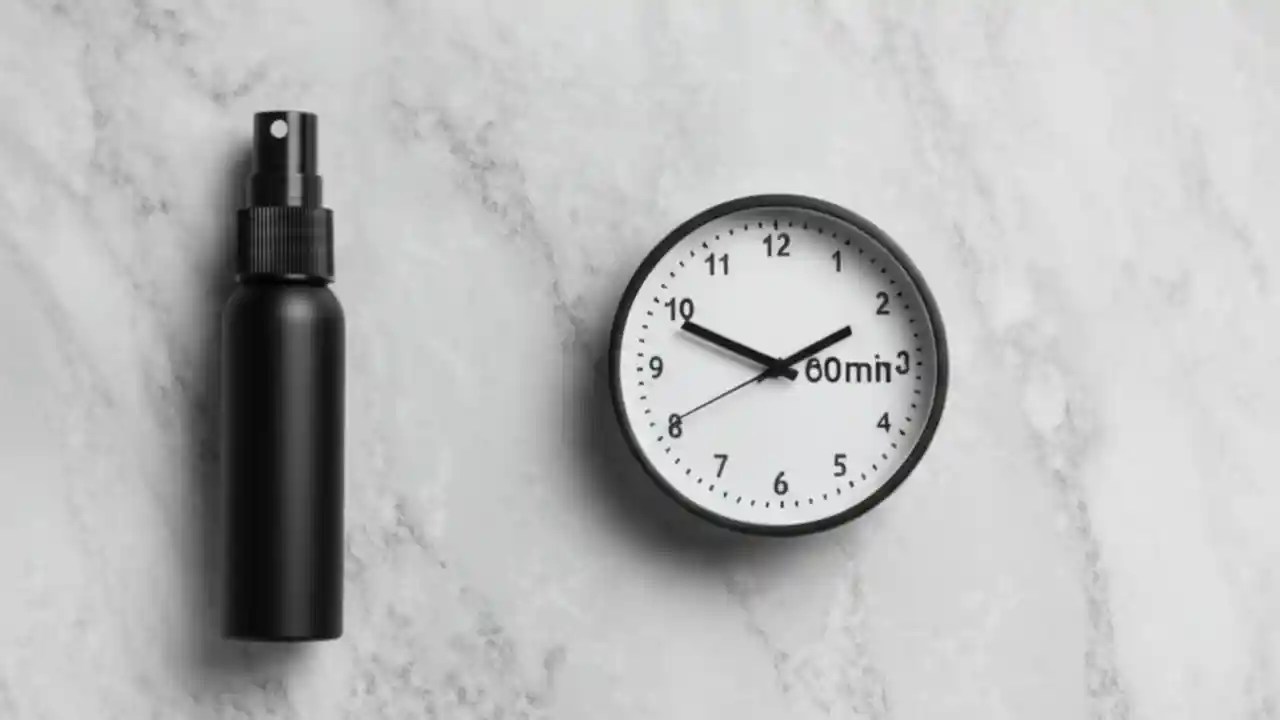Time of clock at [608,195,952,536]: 1:49
